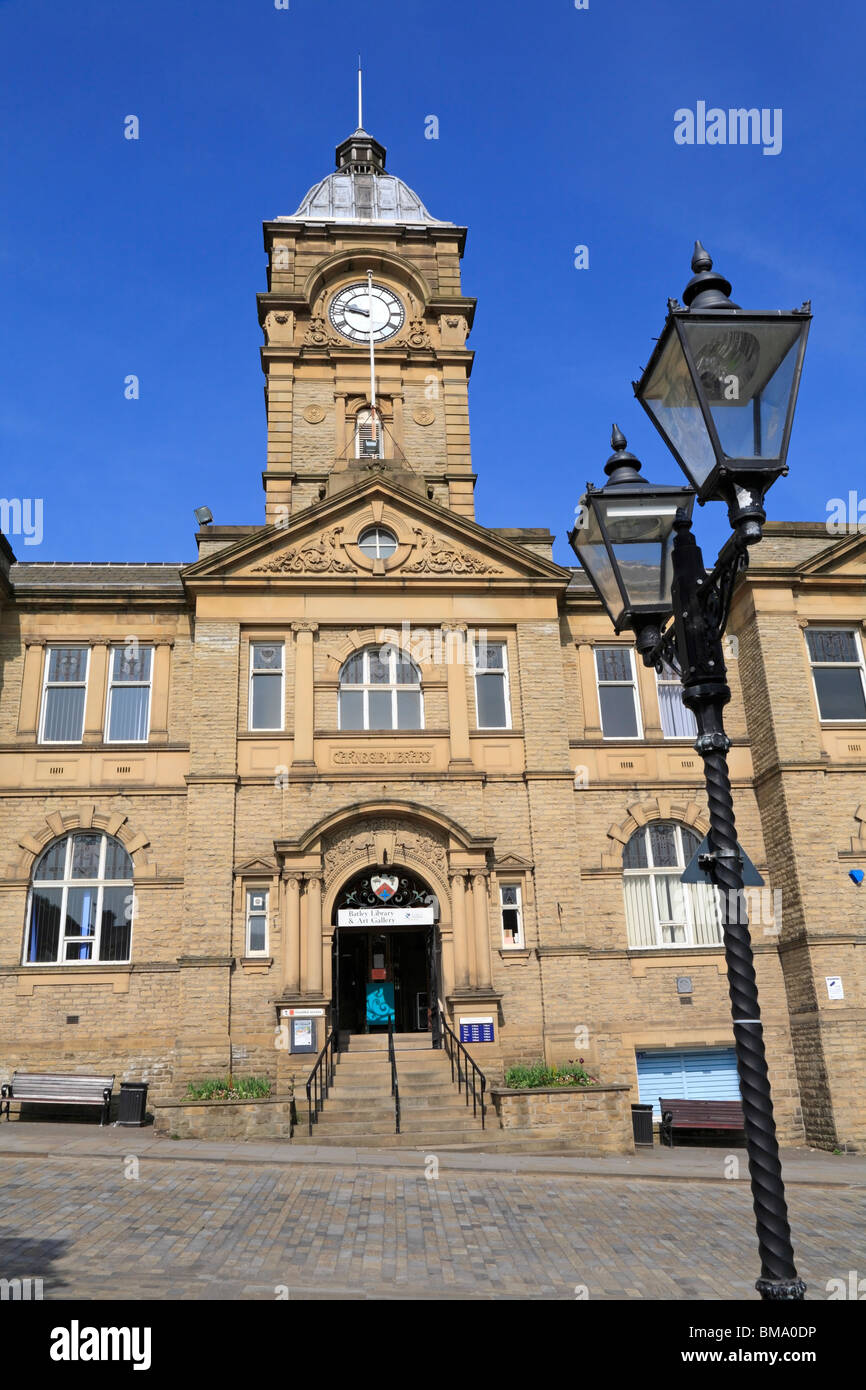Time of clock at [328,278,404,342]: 9:47
